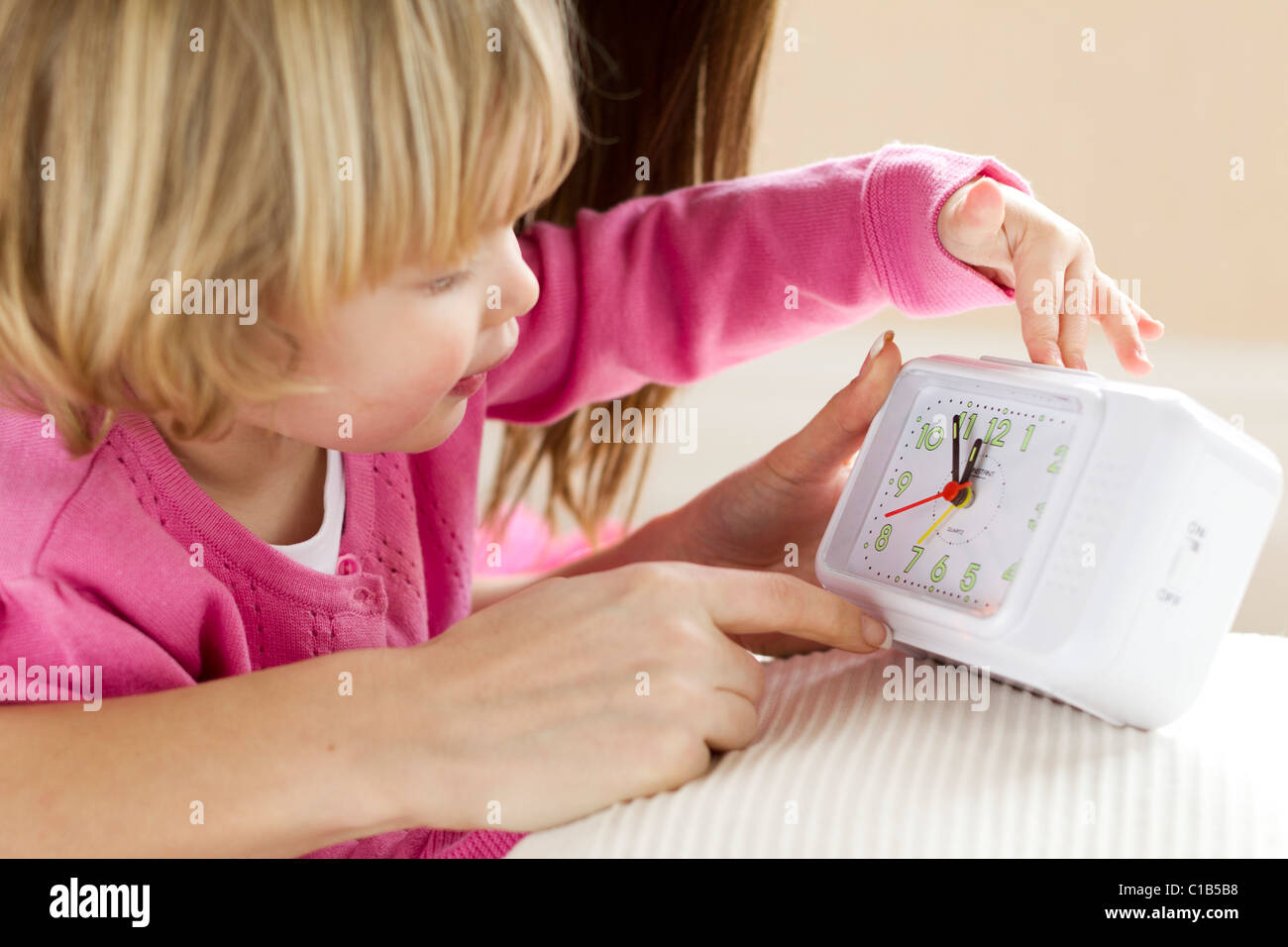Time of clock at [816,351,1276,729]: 11:55
